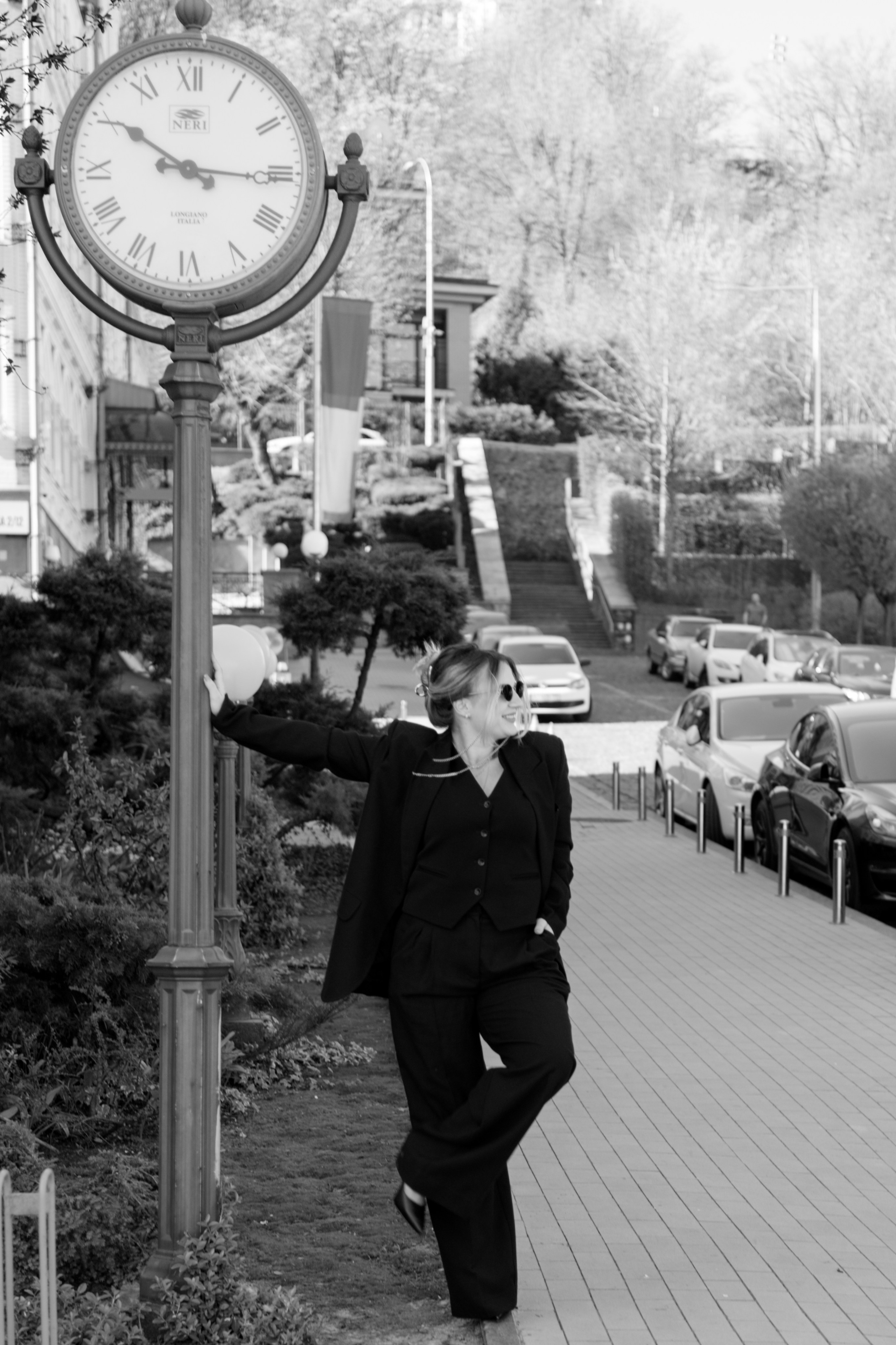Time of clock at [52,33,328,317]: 10:15
